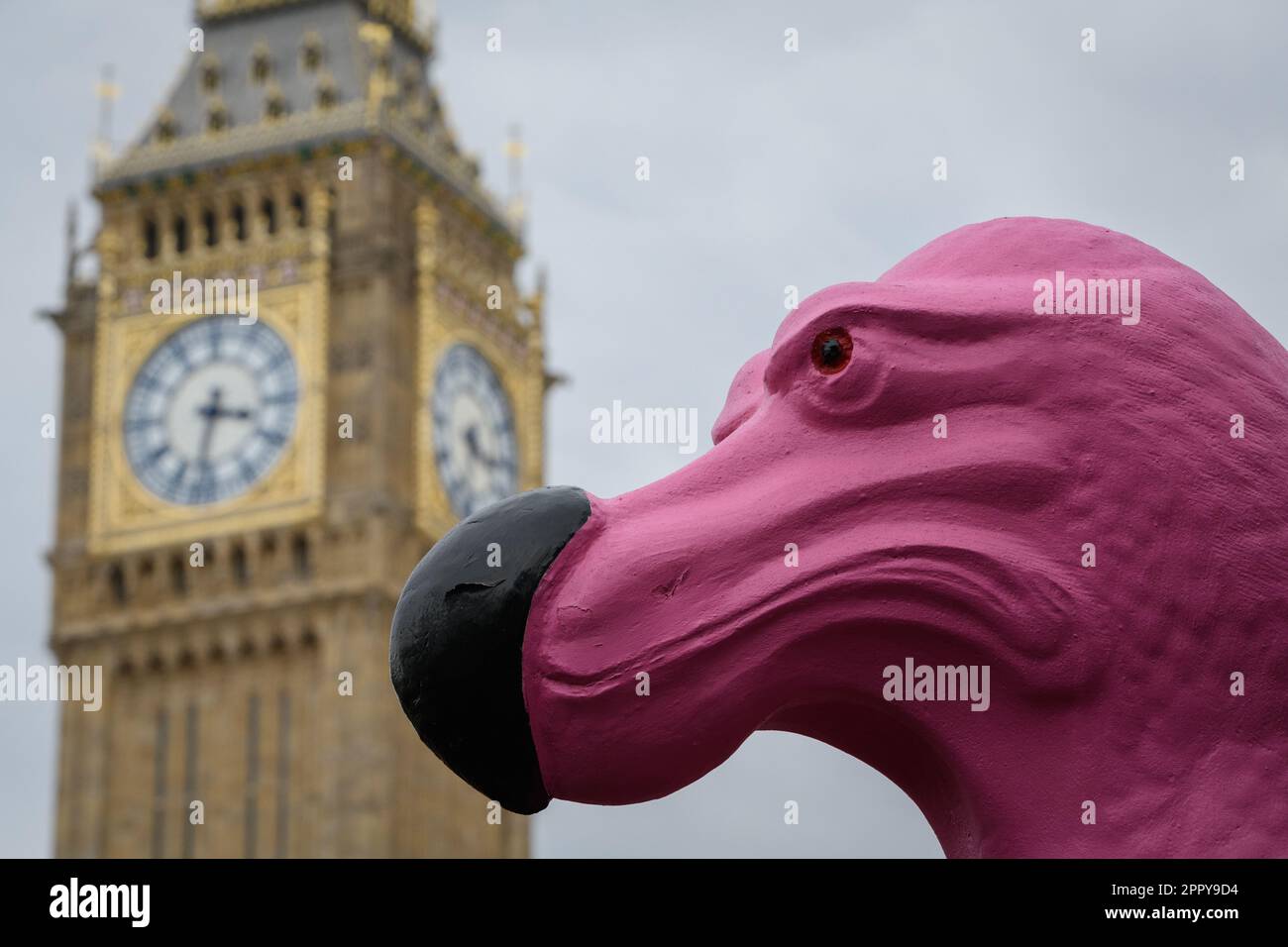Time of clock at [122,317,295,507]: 3:32
